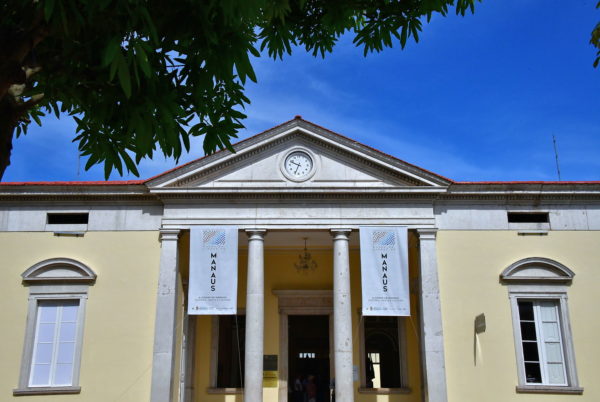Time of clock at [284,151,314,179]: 9:33
